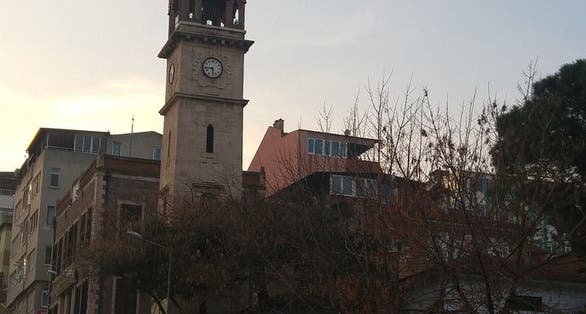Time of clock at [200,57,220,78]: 5:44
